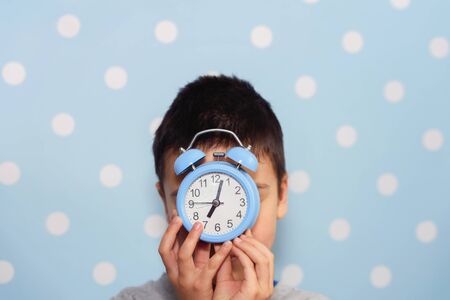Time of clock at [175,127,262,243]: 7:02
